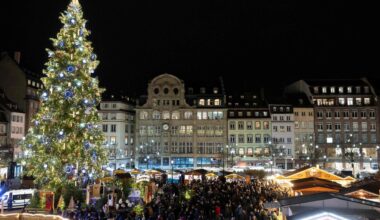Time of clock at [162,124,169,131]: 4:10
